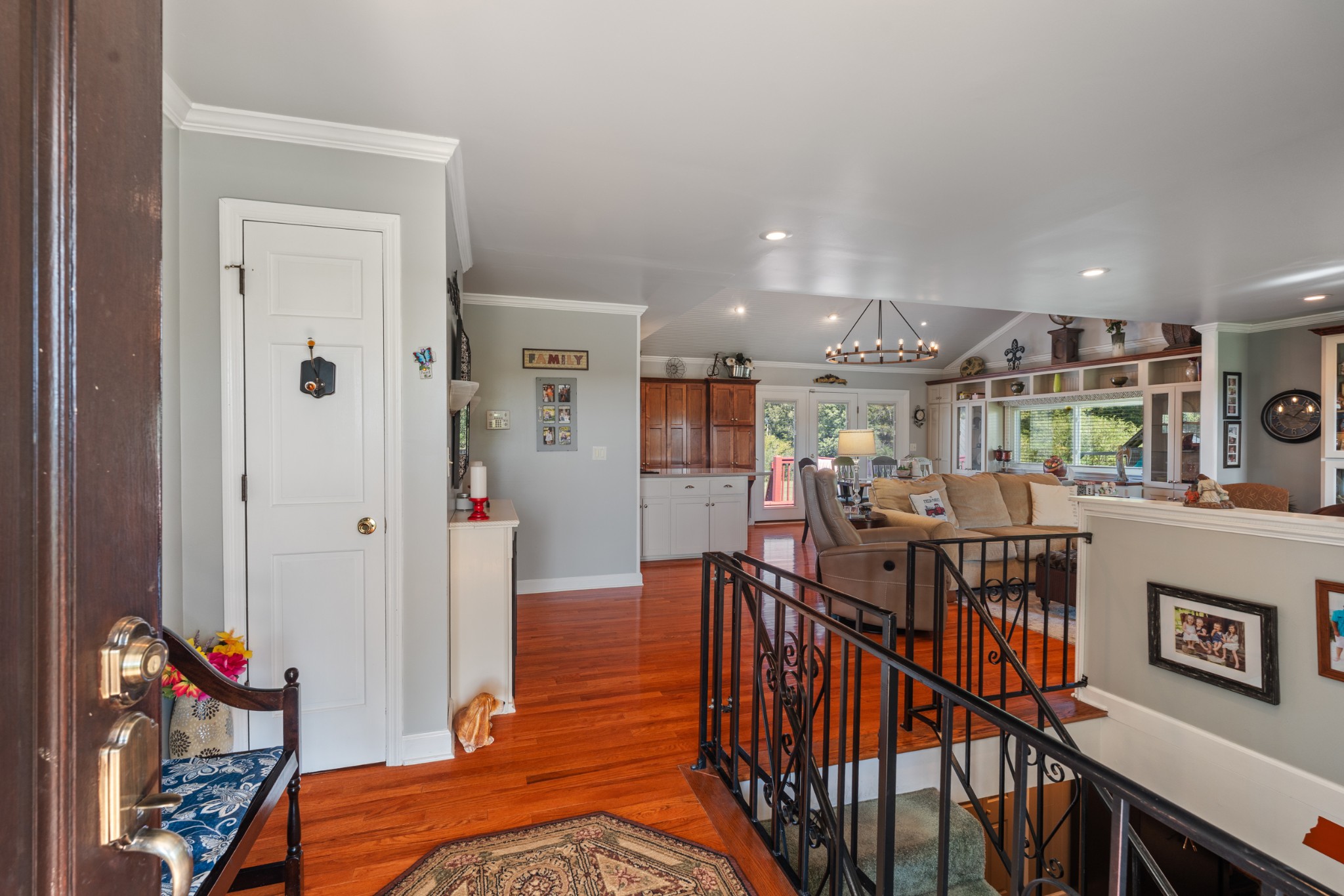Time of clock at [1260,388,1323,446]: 1:18
